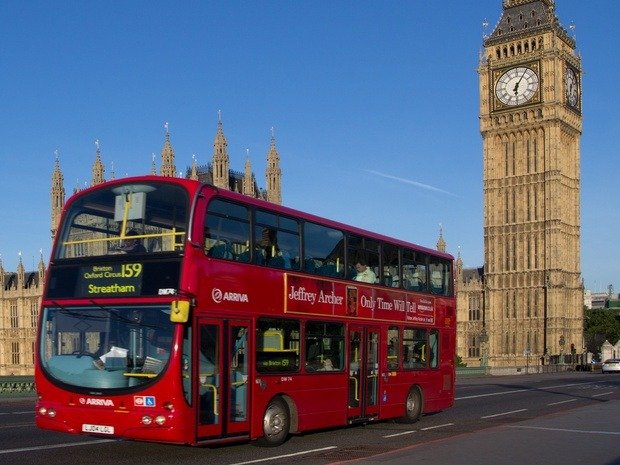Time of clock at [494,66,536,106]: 6:05
